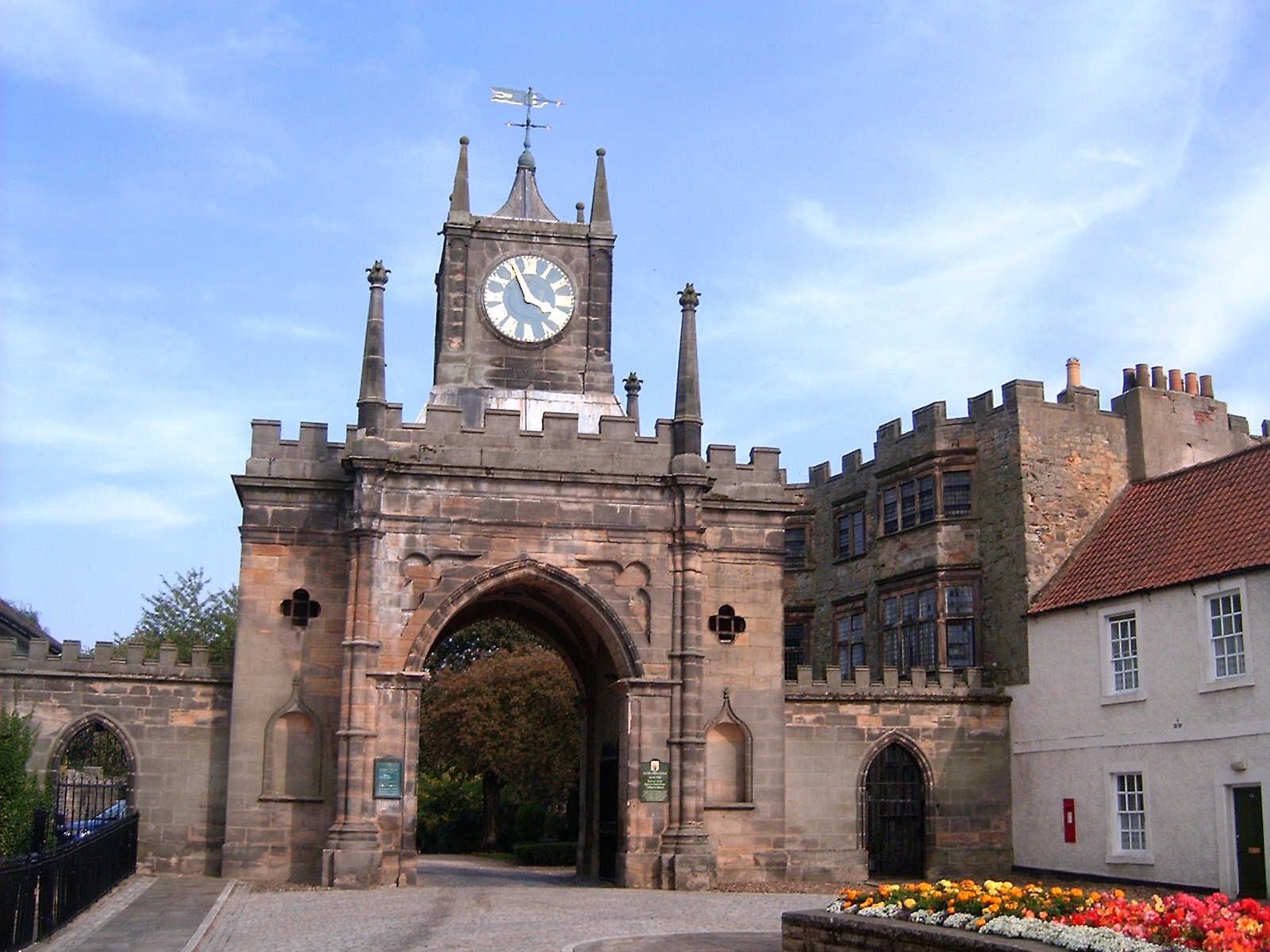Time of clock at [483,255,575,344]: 3:55
